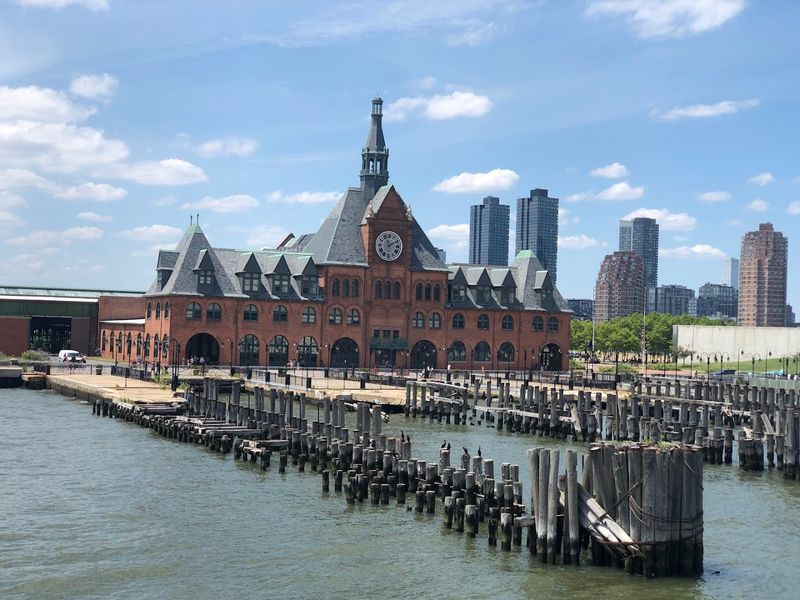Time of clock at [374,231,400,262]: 11:10
